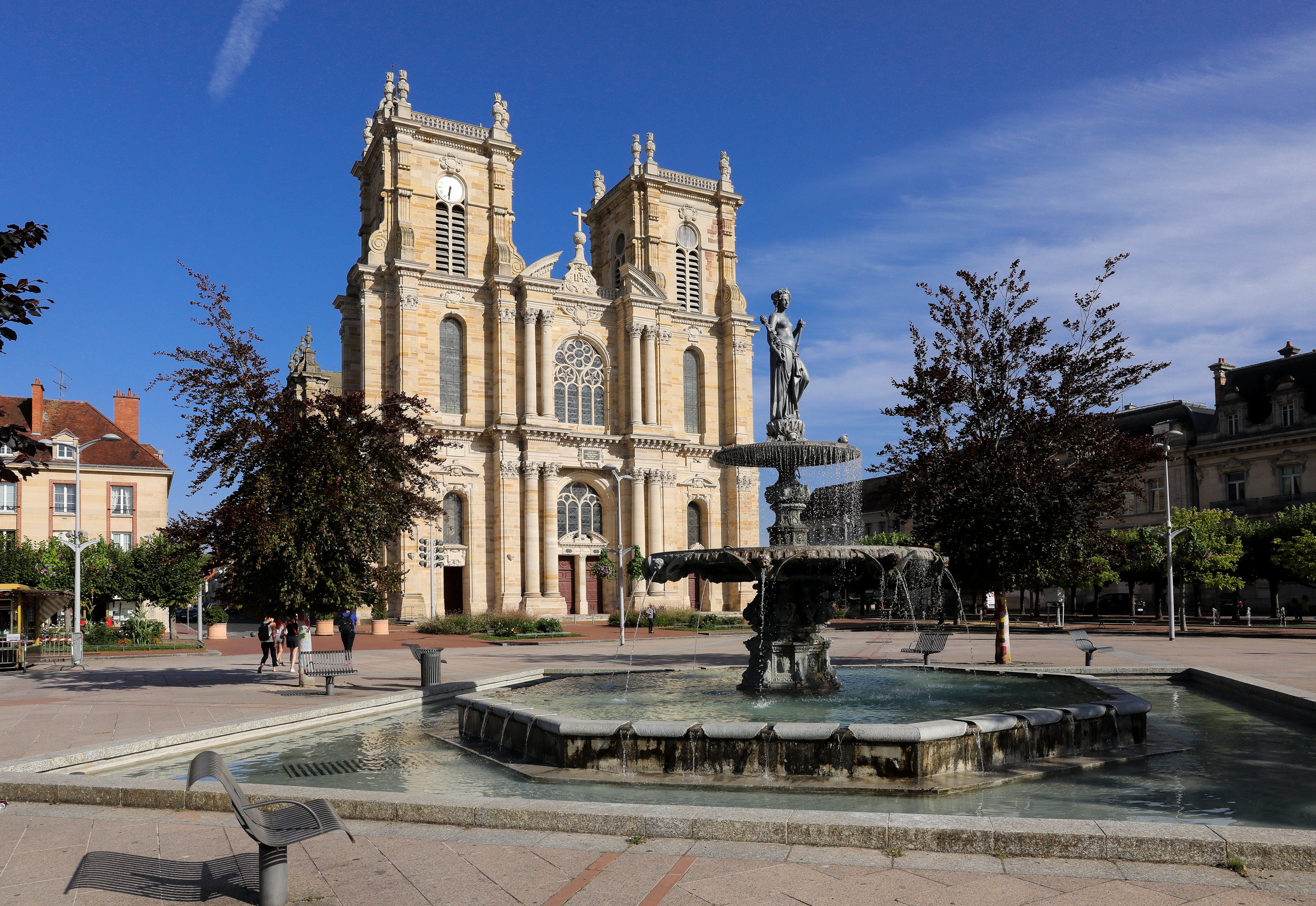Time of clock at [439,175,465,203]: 6:31
